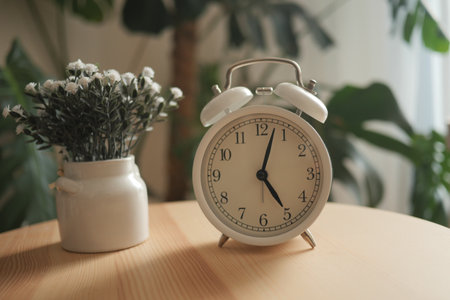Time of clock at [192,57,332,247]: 5:03
